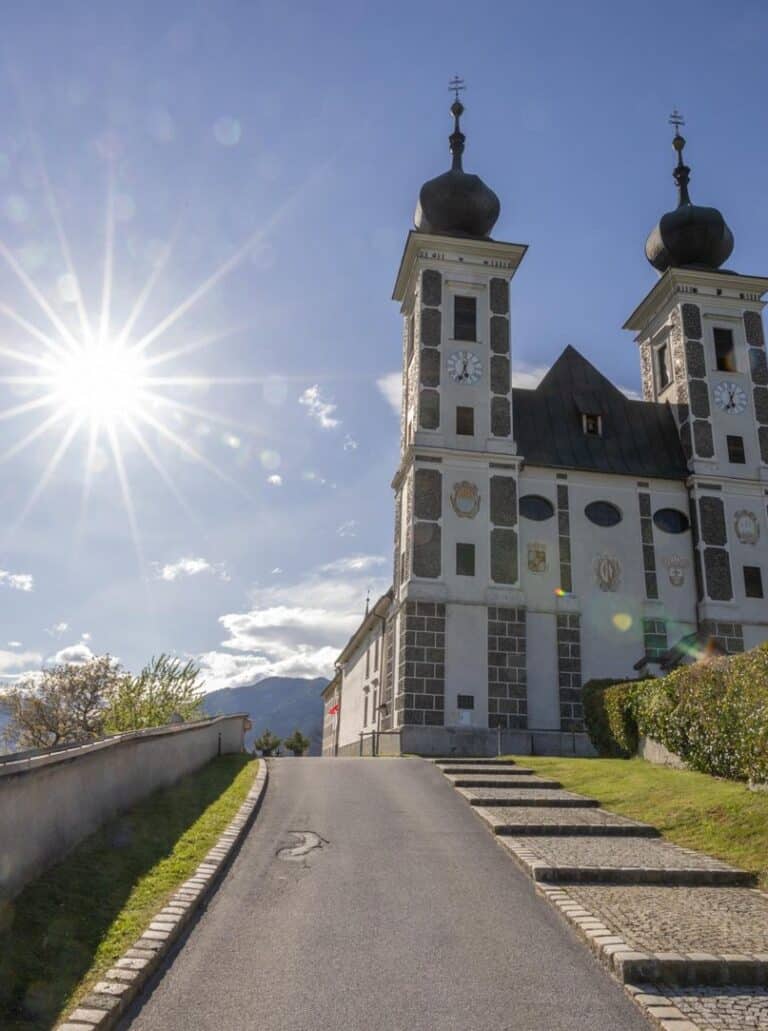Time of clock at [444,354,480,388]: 5:33
